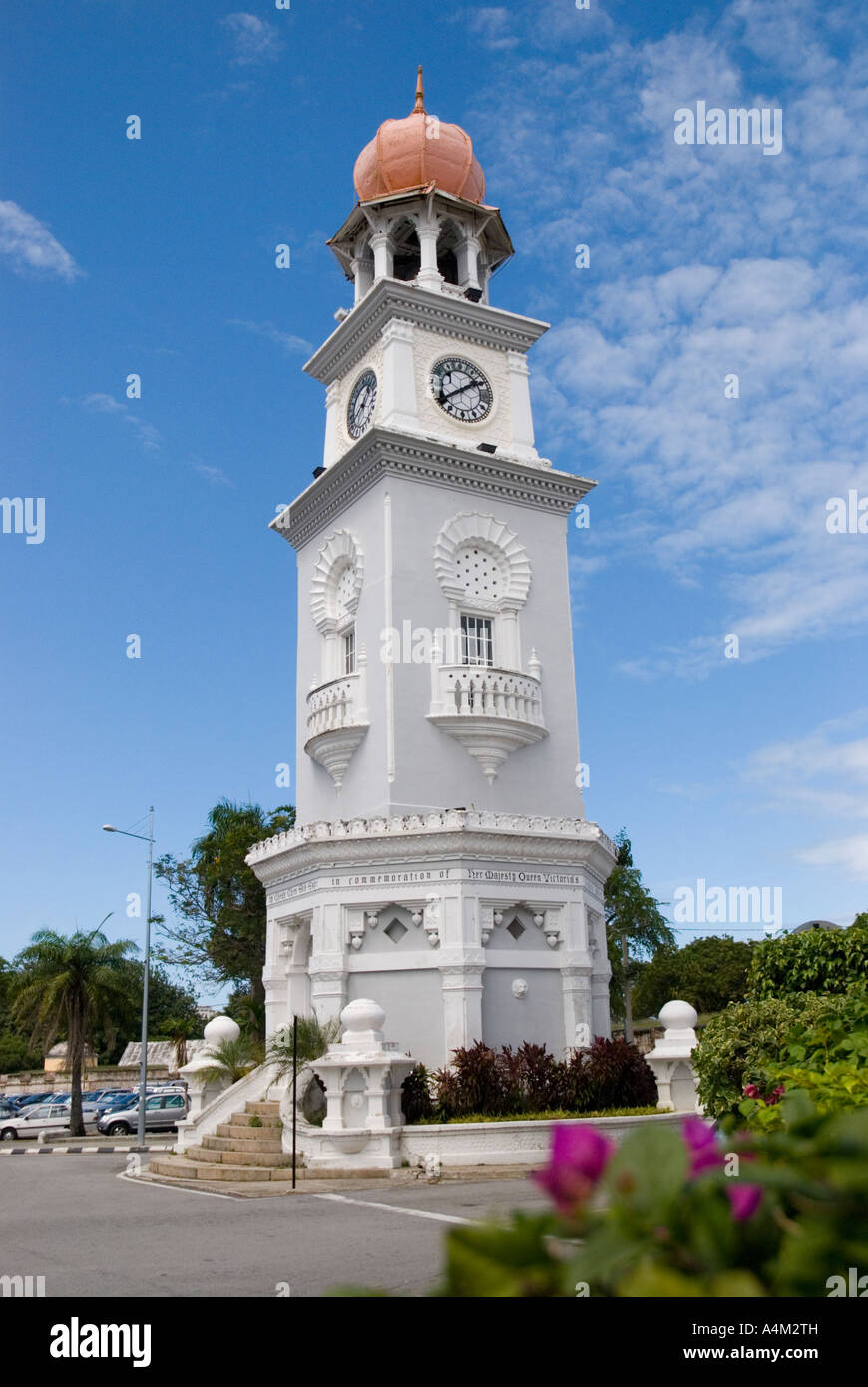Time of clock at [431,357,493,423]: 1:39
